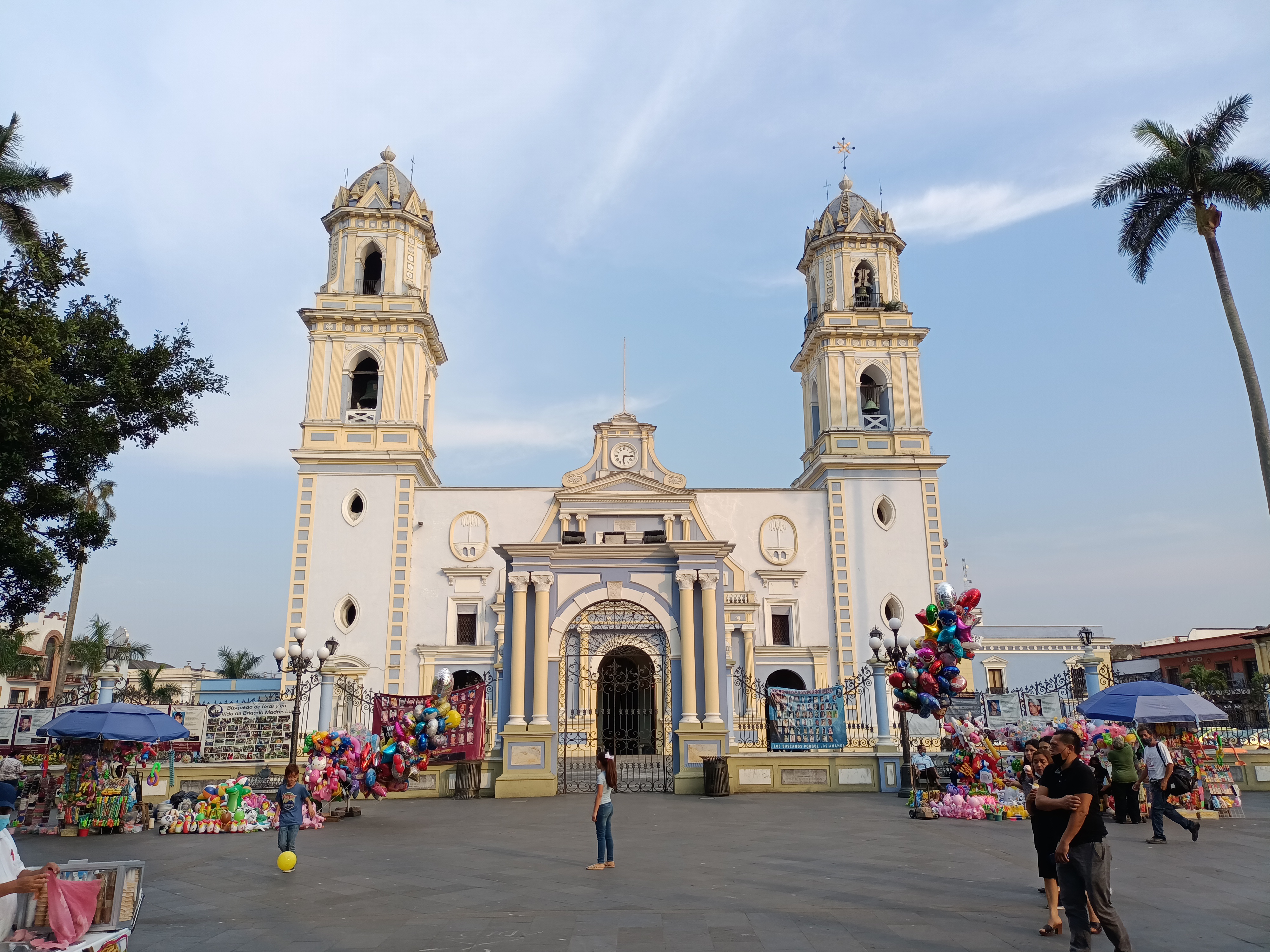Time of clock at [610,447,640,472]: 6:15
